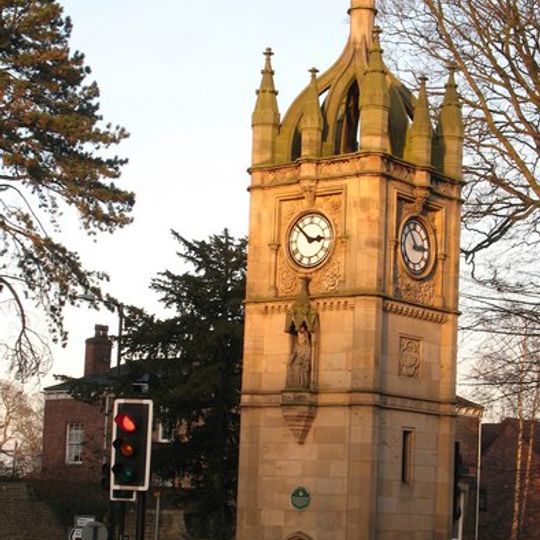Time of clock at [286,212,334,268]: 2:52
